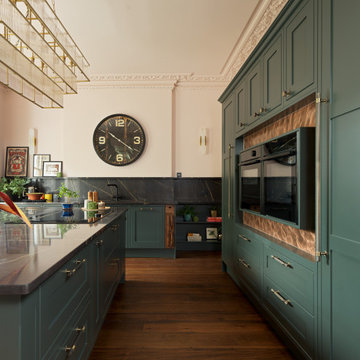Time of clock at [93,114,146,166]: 10:20
